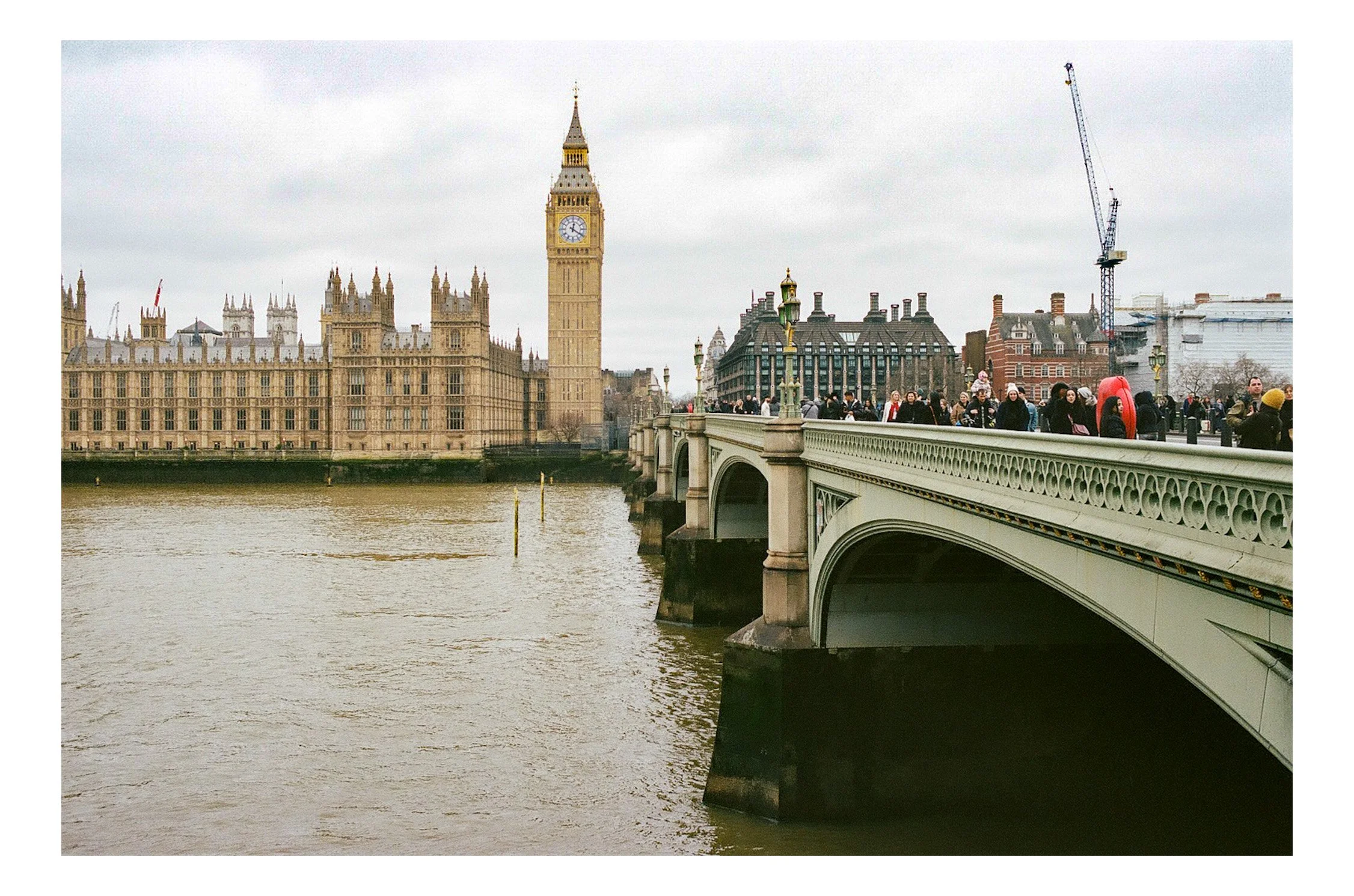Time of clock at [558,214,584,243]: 12:20
